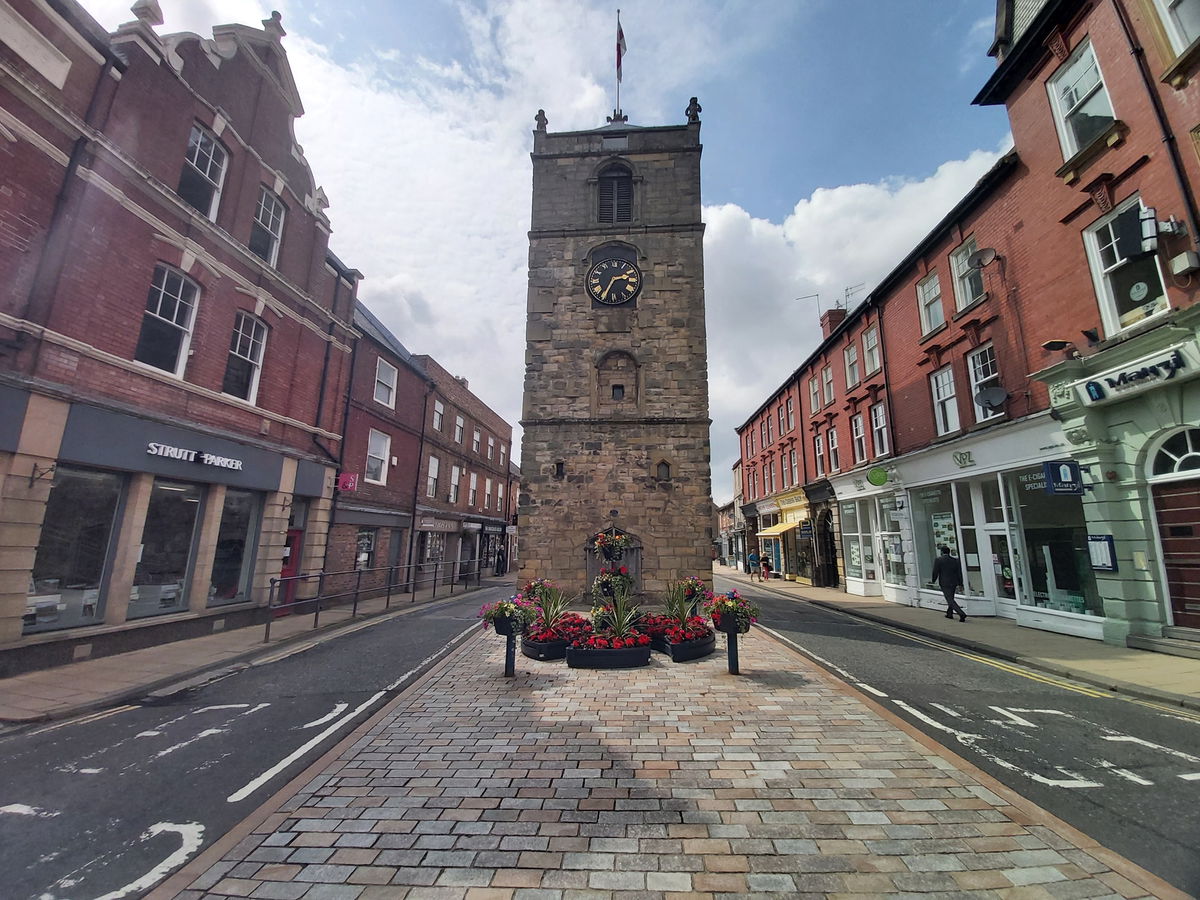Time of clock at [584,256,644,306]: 2:34
